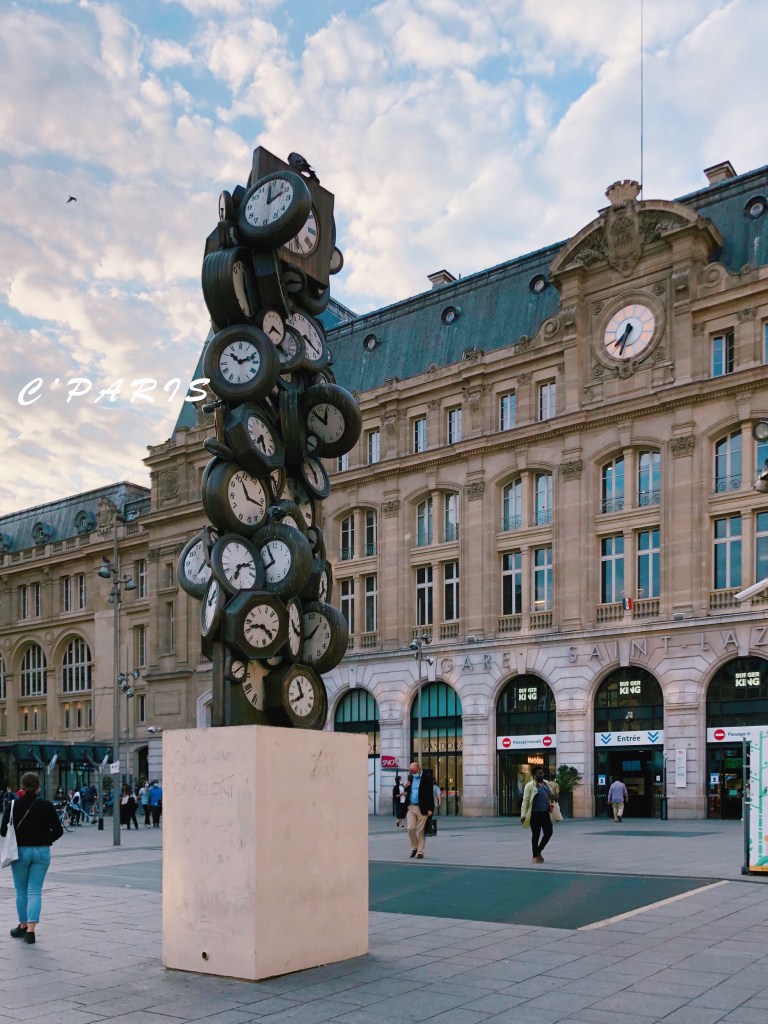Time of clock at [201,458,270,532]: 11:17
